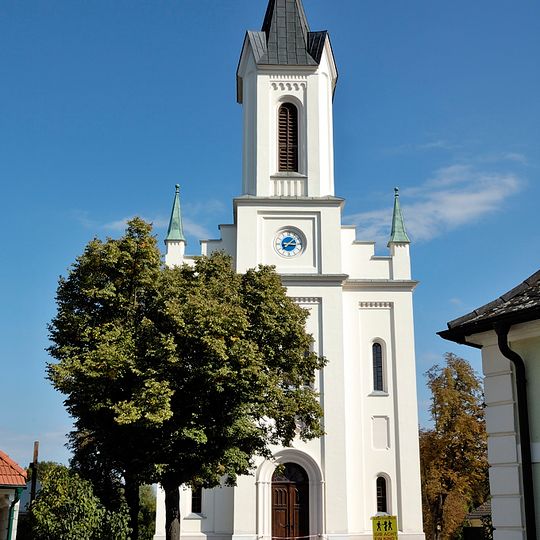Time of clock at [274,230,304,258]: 3:08
